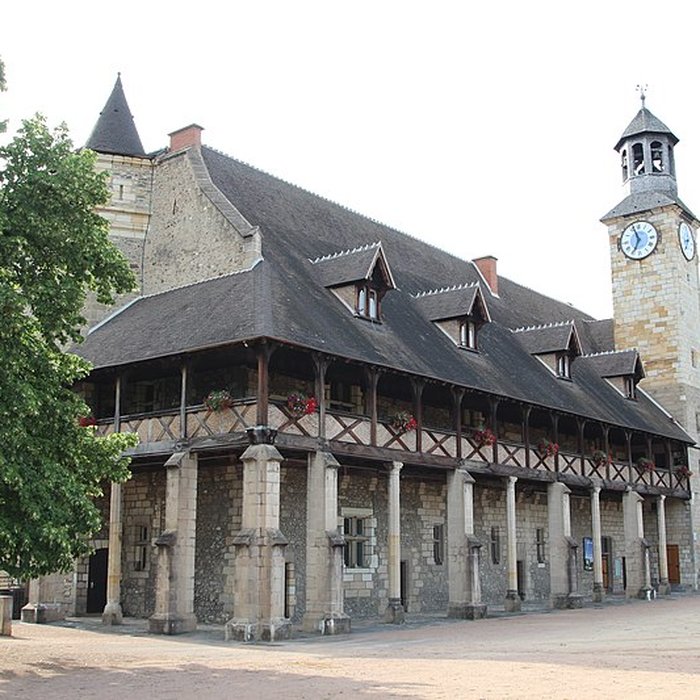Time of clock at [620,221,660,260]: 6:56
